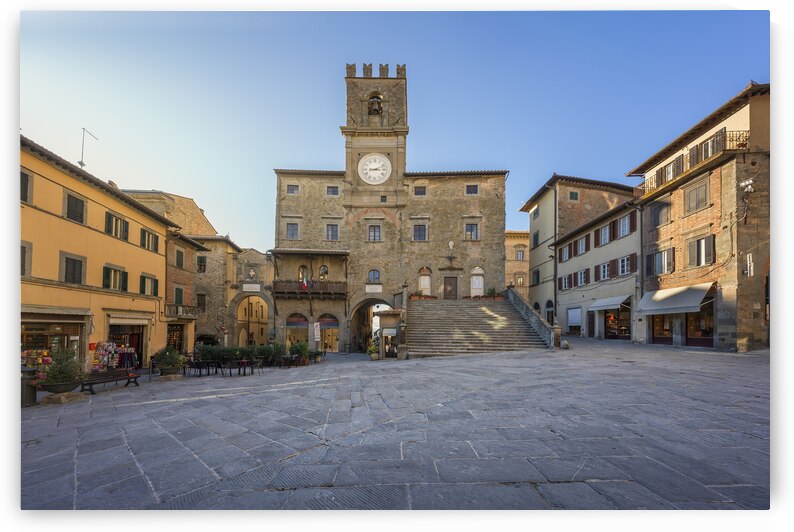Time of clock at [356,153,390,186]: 3:11
